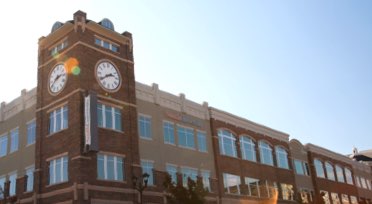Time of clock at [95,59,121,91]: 2:39
